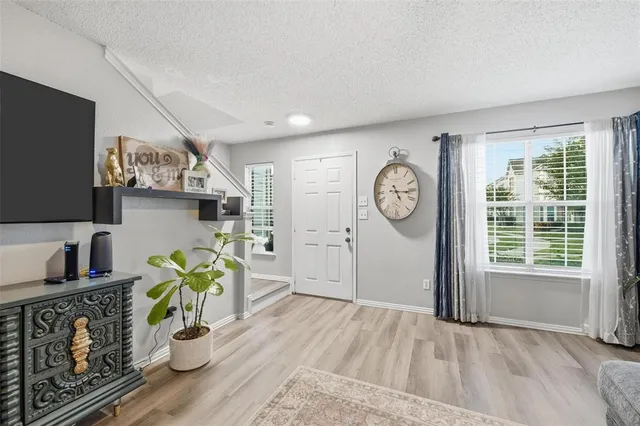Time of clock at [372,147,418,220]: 5:15
